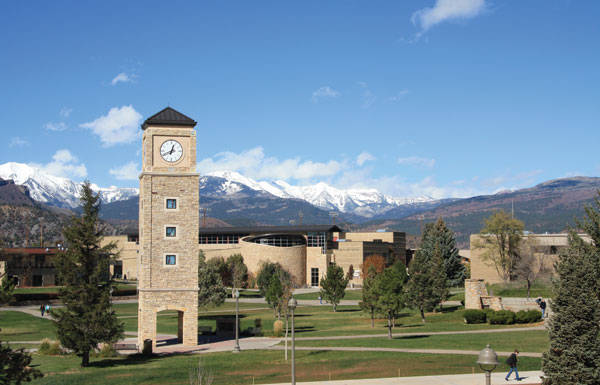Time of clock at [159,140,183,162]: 12:40
